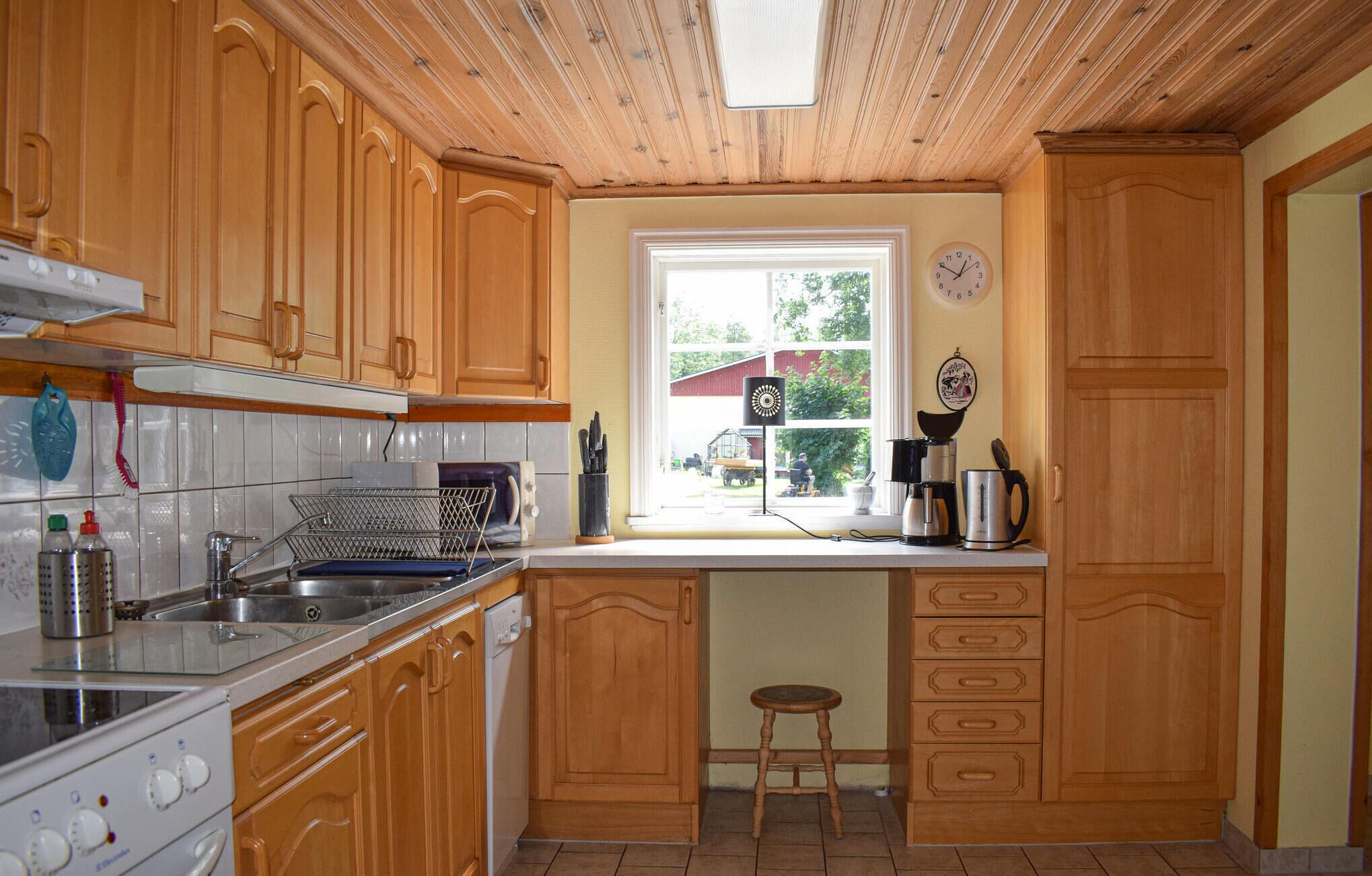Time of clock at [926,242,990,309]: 12:49
